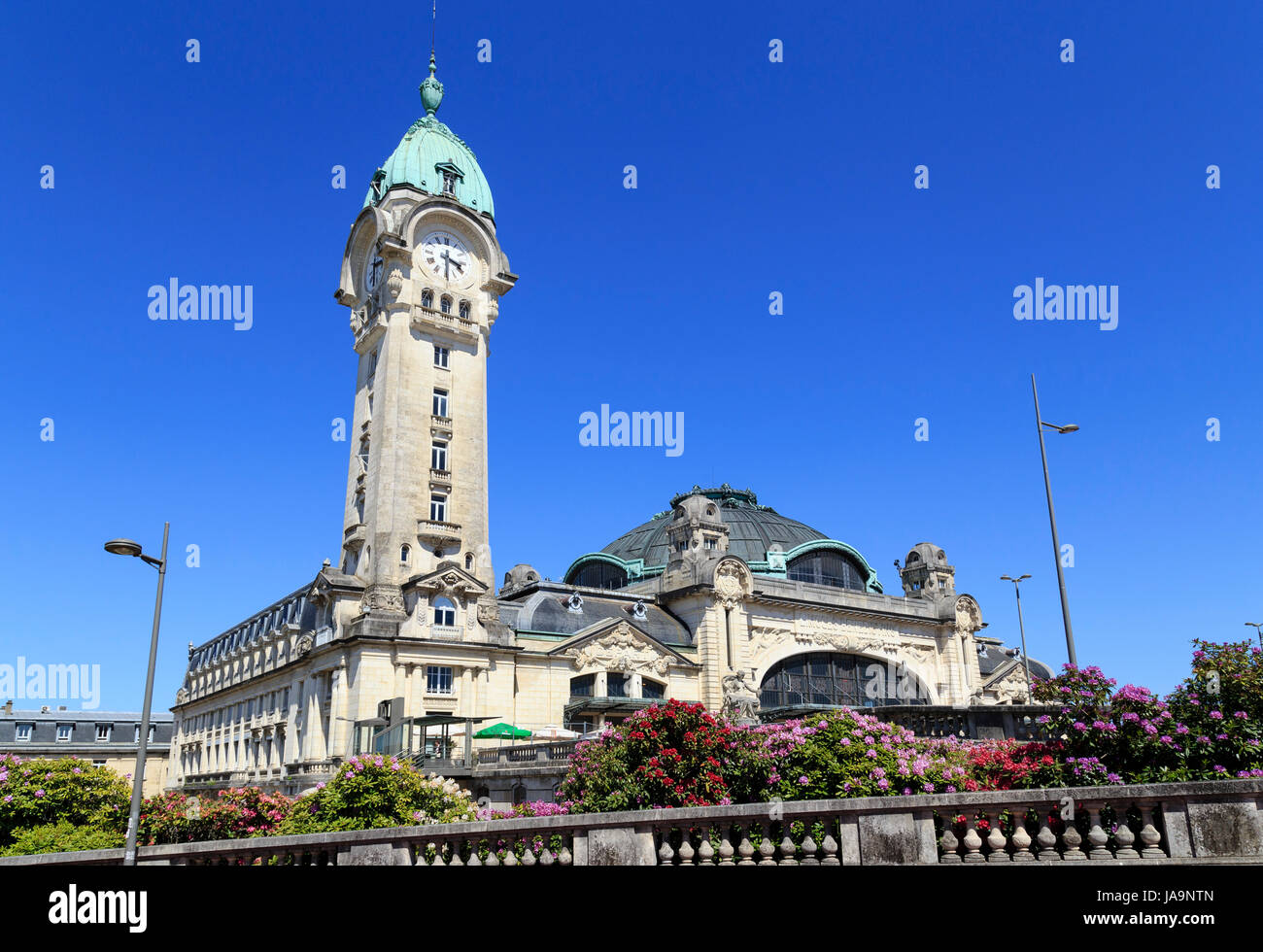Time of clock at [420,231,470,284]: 3:29
